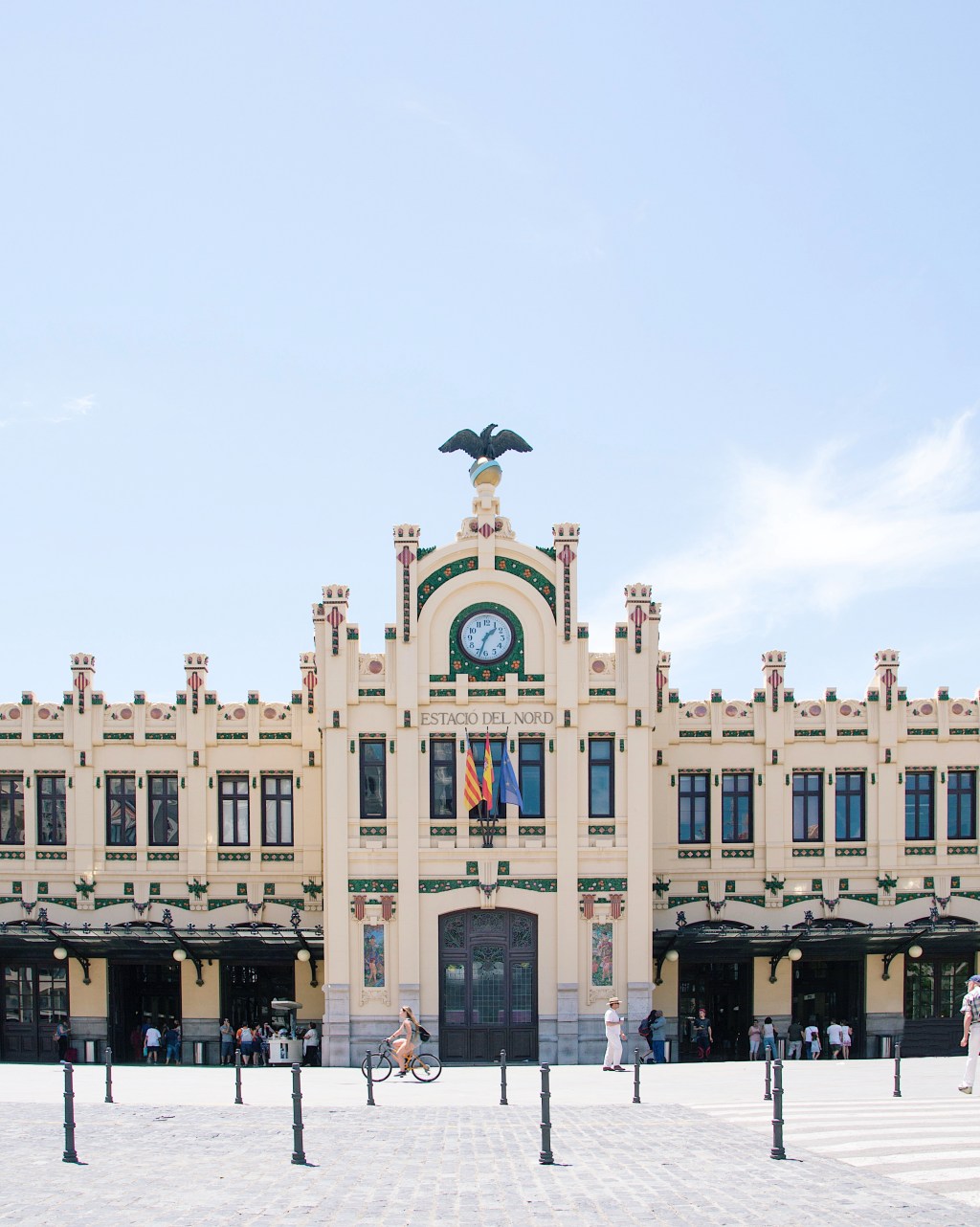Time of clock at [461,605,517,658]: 1:32
